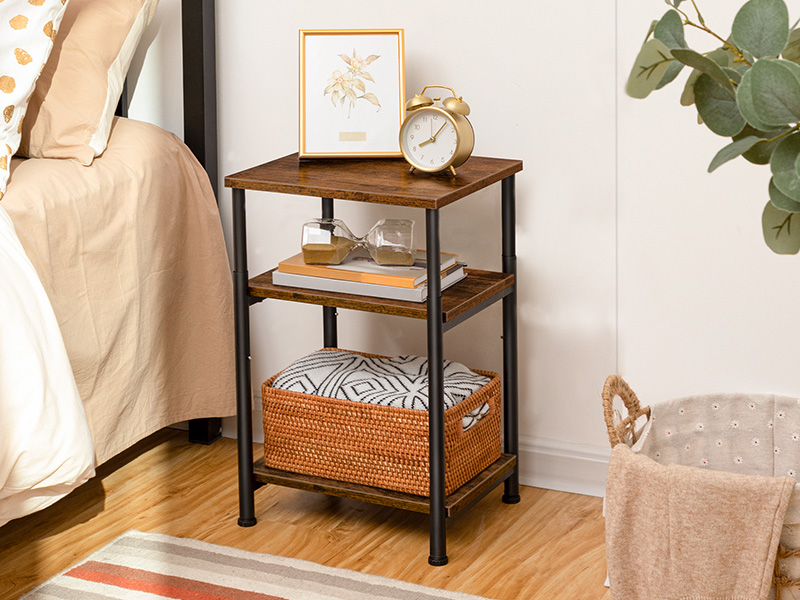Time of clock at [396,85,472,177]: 8:05
